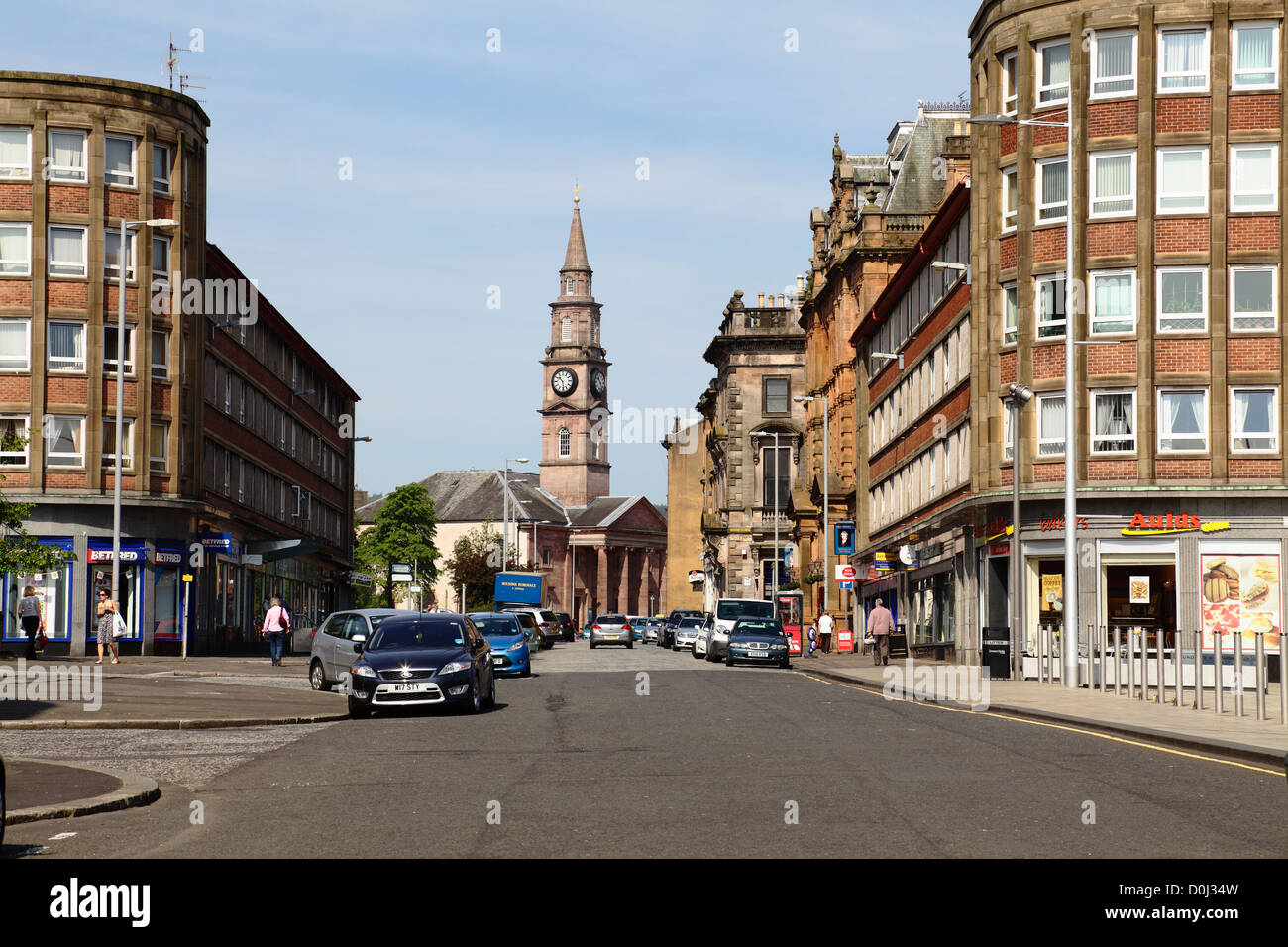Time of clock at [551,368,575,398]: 10:28
